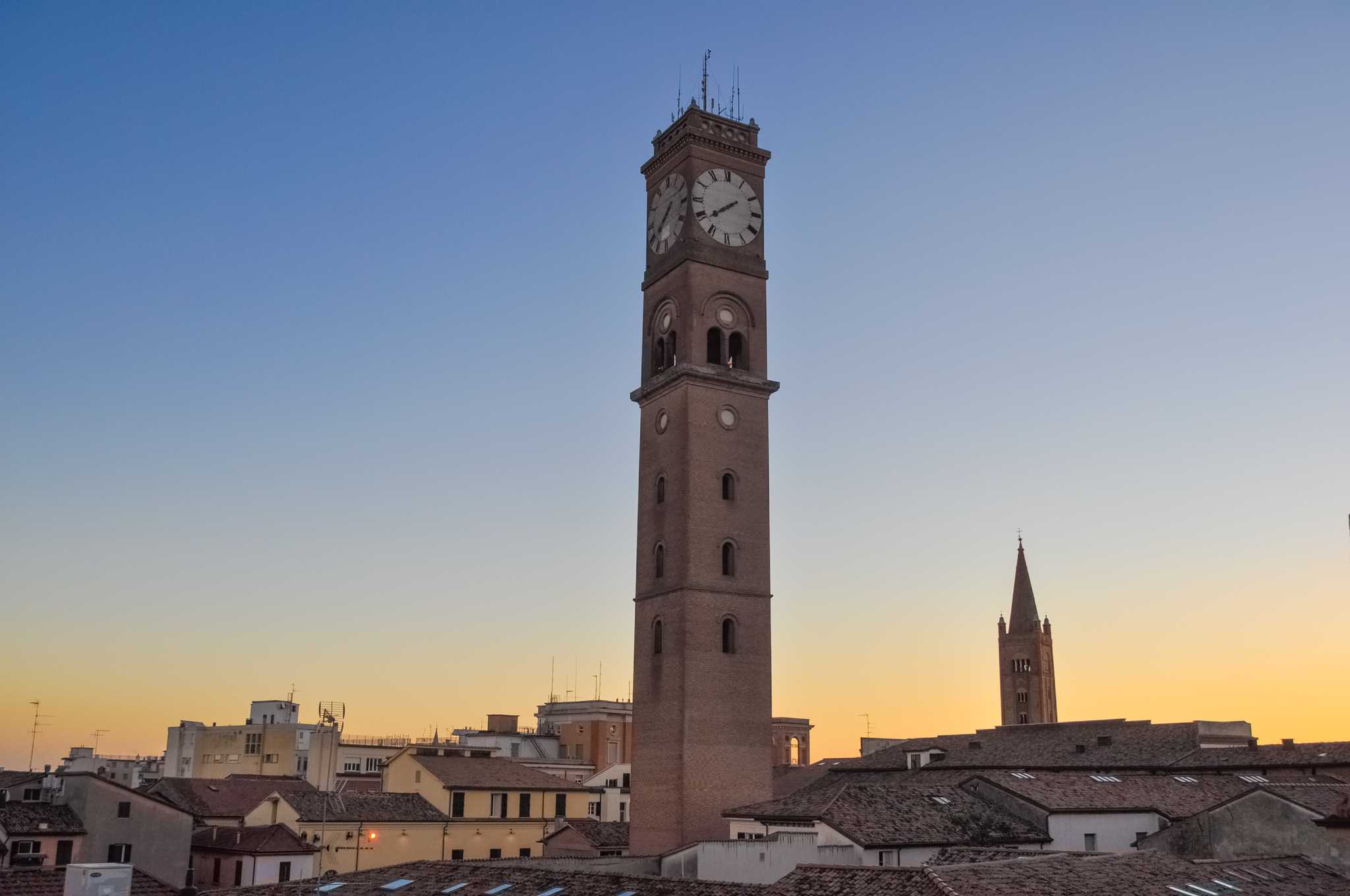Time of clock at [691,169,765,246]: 7:38
